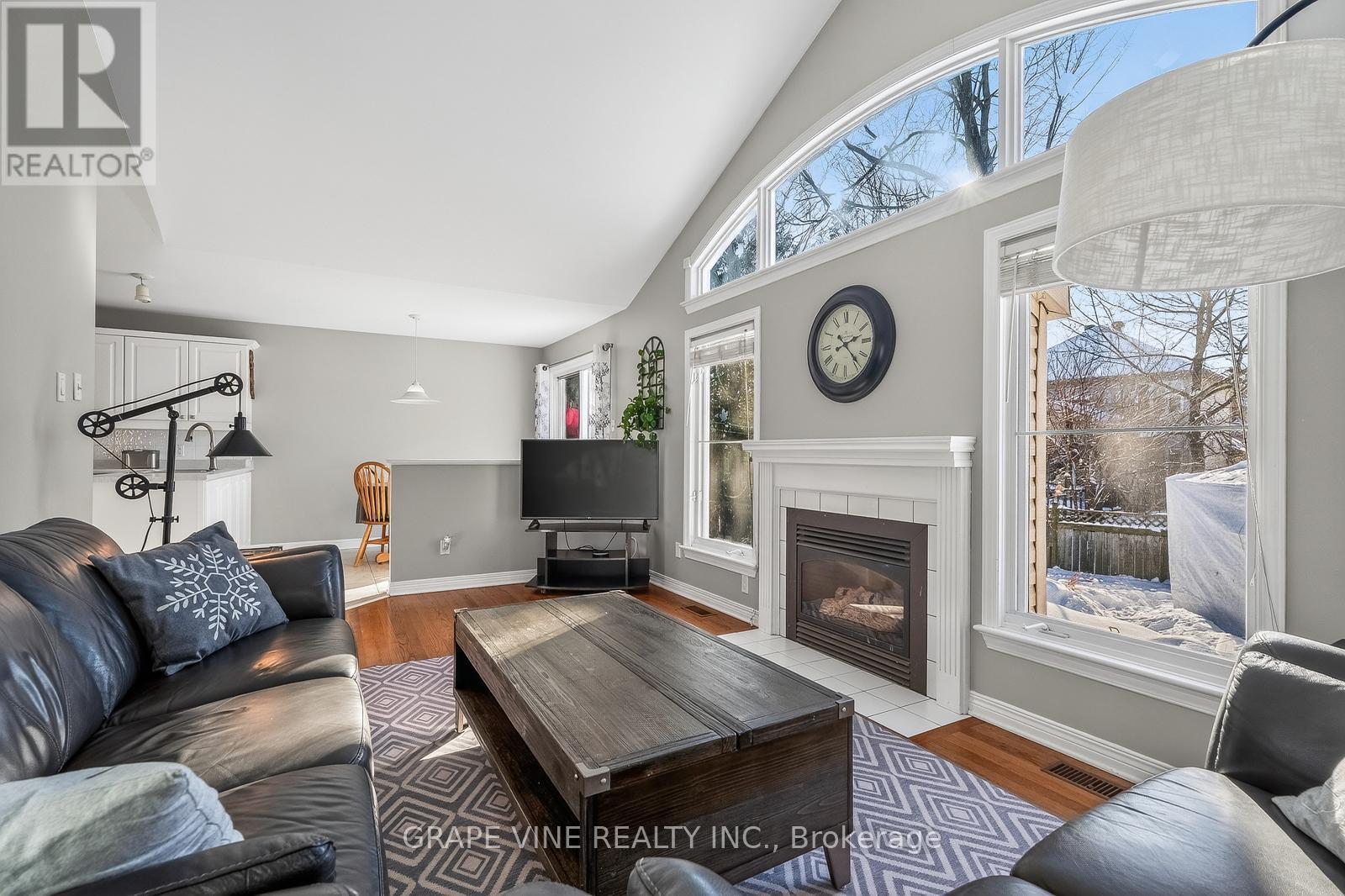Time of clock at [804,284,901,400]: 2:23
